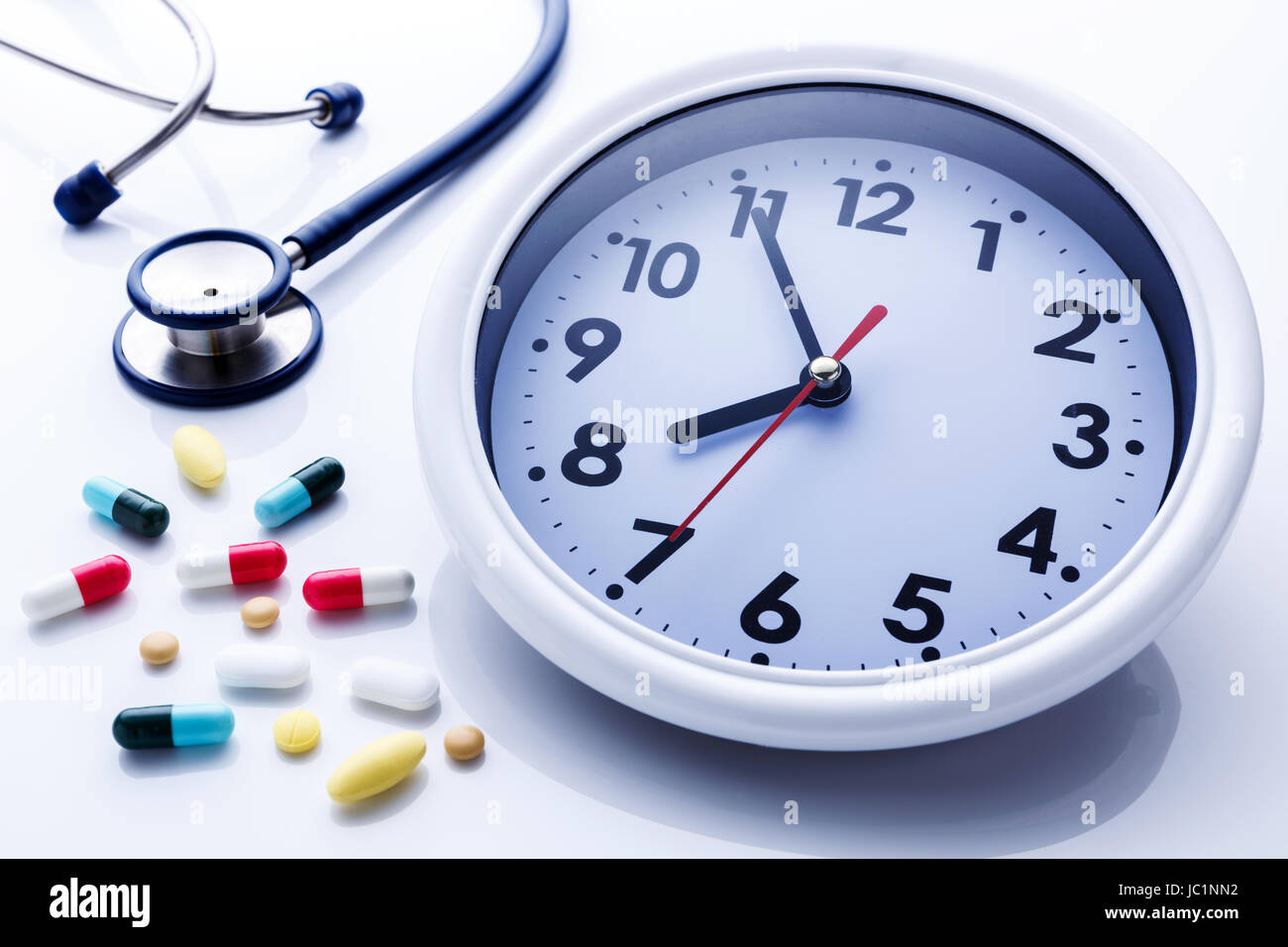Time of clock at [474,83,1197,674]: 7:55
